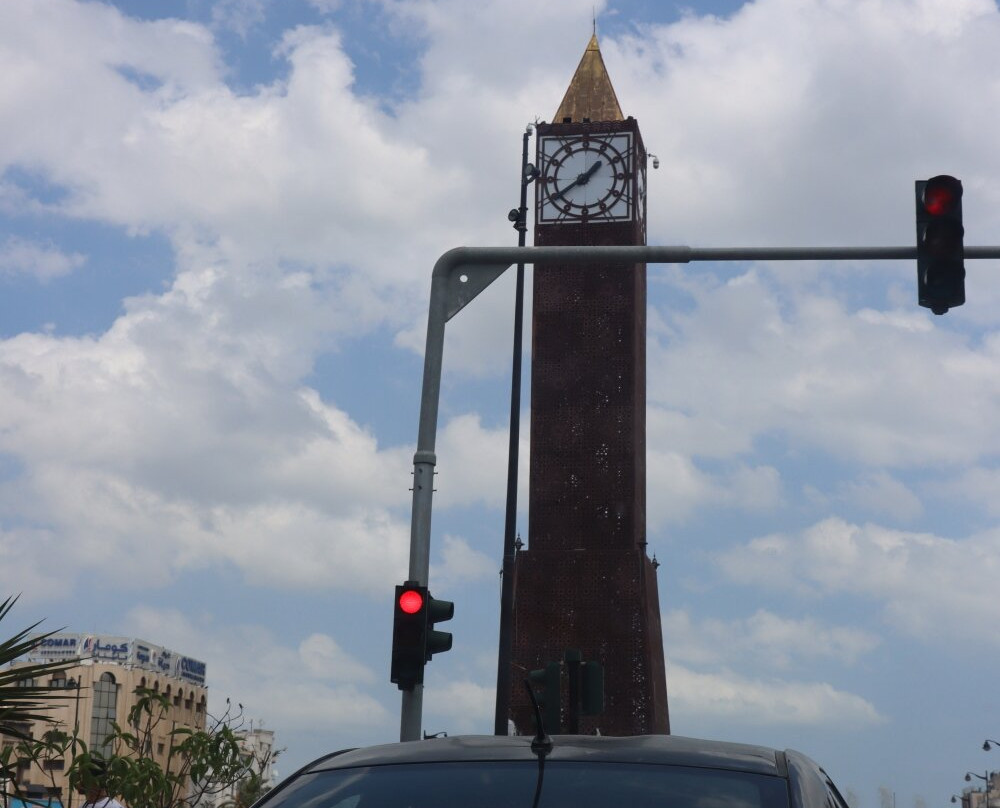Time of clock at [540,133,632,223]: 1:39
